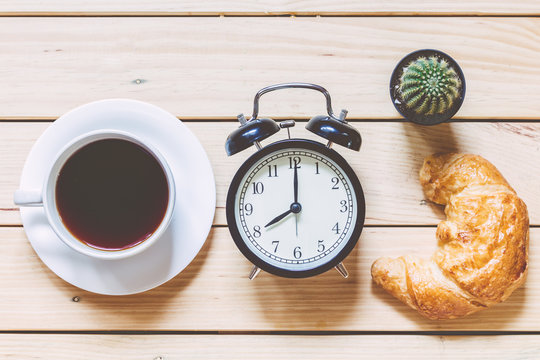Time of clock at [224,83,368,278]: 8:00
